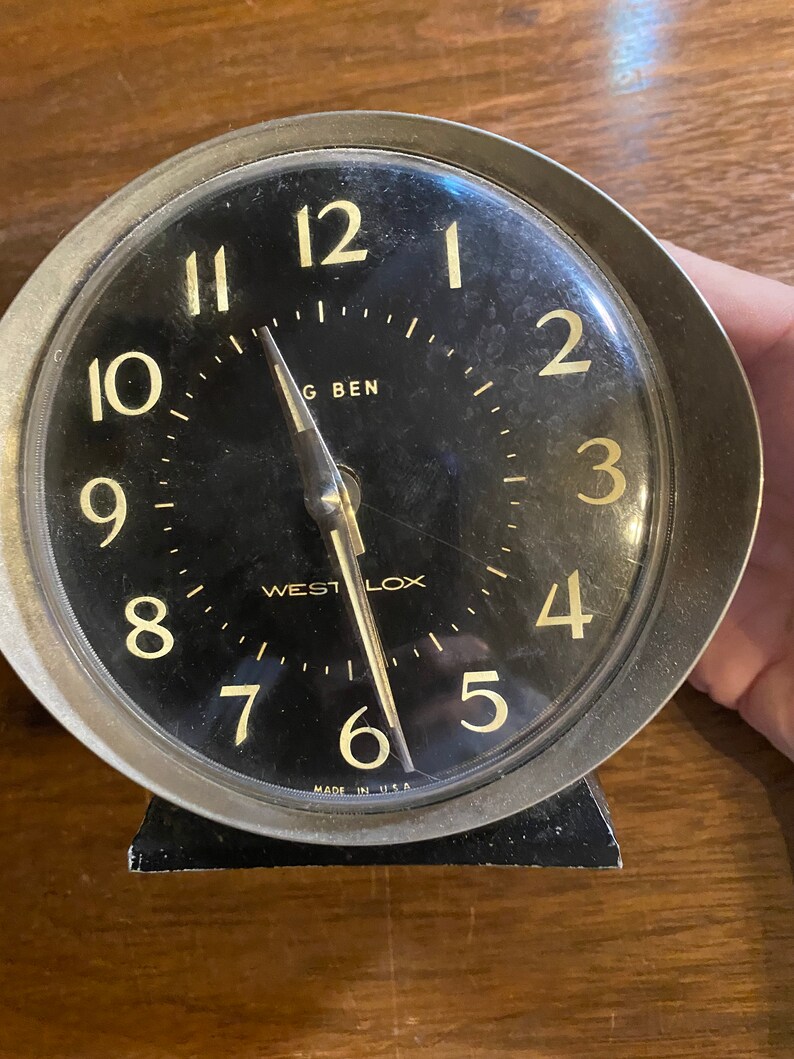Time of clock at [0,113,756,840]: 11:28
